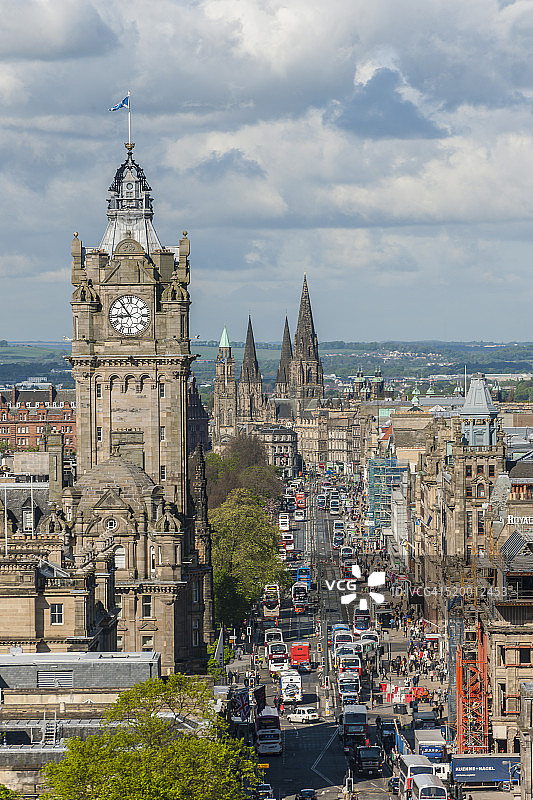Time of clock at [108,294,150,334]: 8:53
